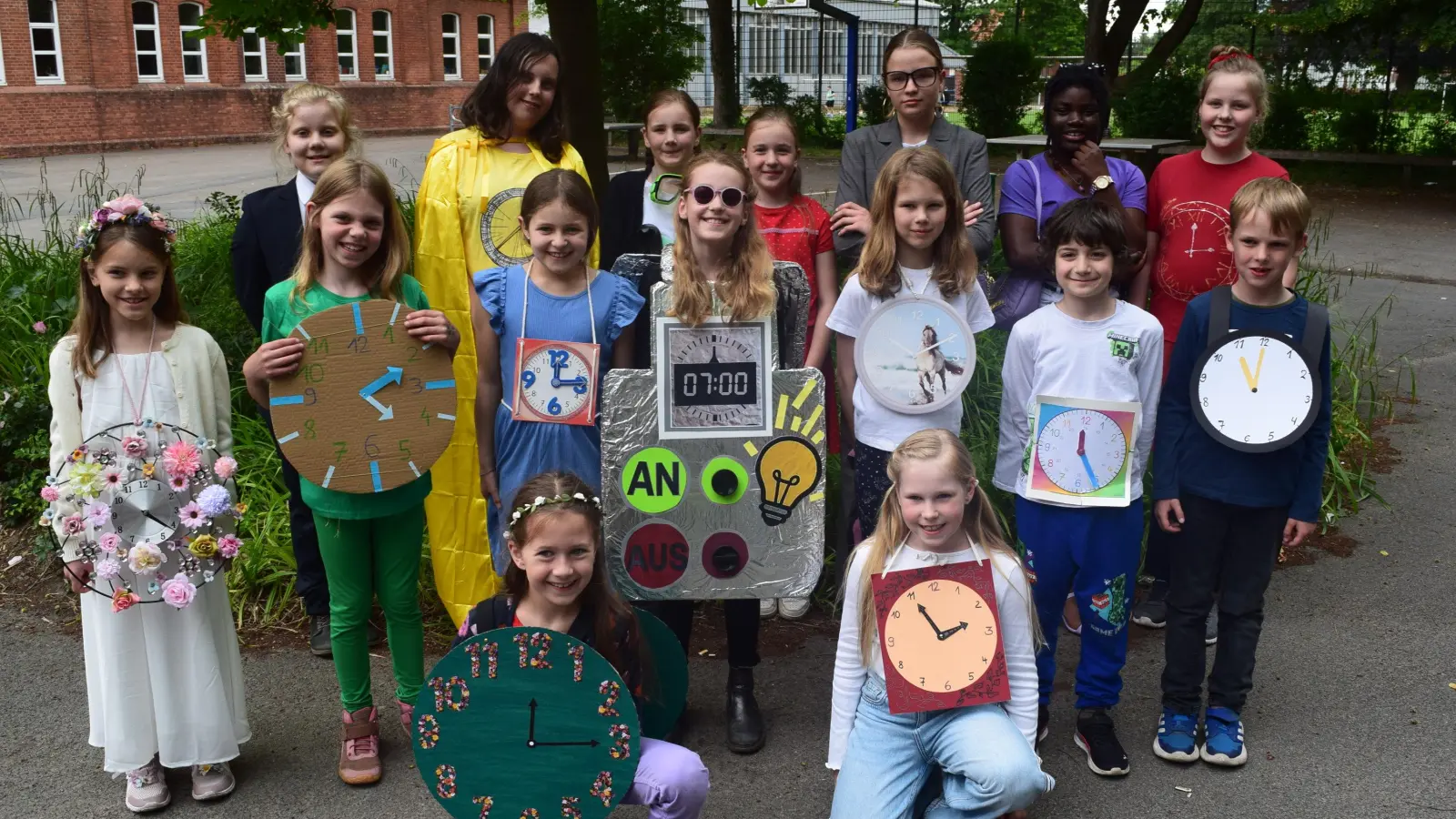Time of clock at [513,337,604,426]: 12:13
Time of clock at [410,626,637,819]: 12:14
